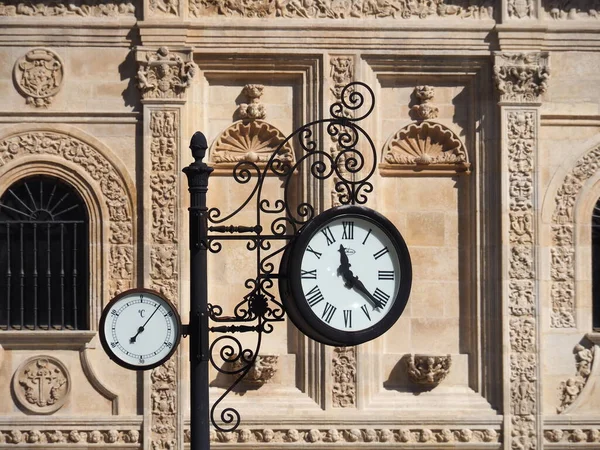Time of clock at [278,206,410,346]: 11:21
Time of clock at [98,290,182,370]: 7:06
